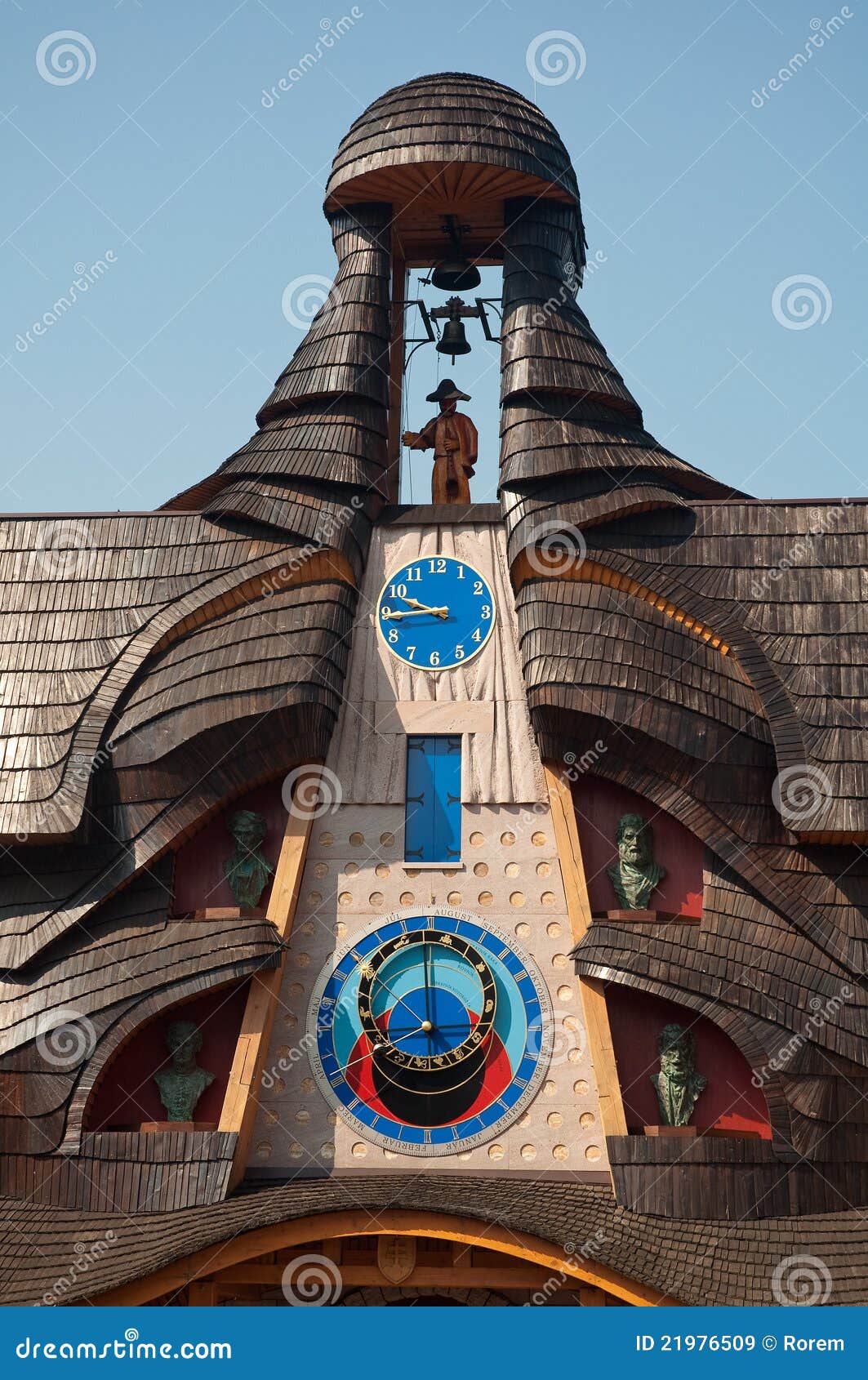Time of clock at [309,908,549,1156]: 7:59
